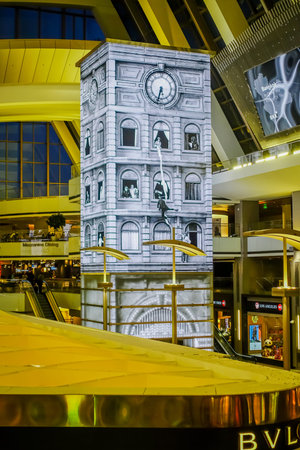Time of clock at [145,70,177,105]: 5:33
